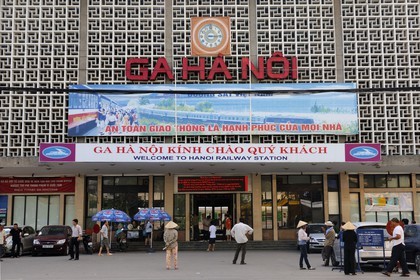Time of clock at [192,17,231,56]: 3:14
